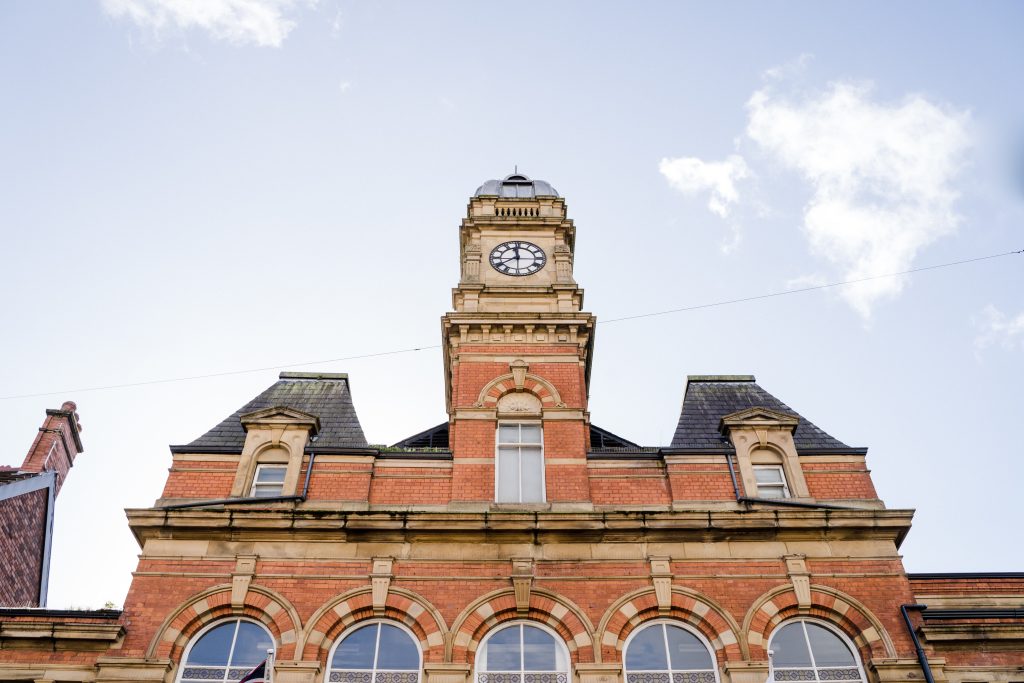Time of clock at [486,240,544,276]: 11:39
